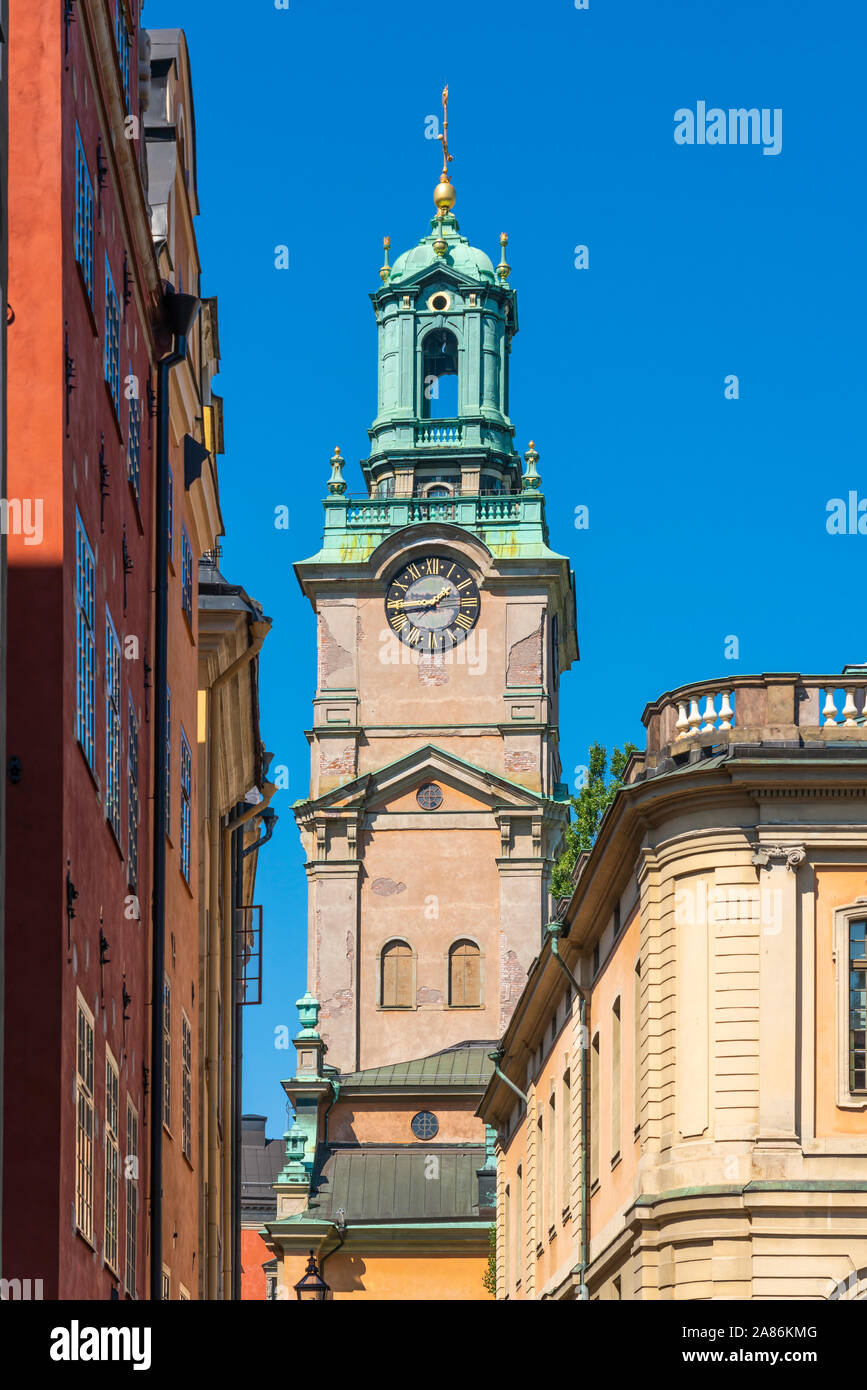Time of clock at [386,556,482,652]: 1:45
